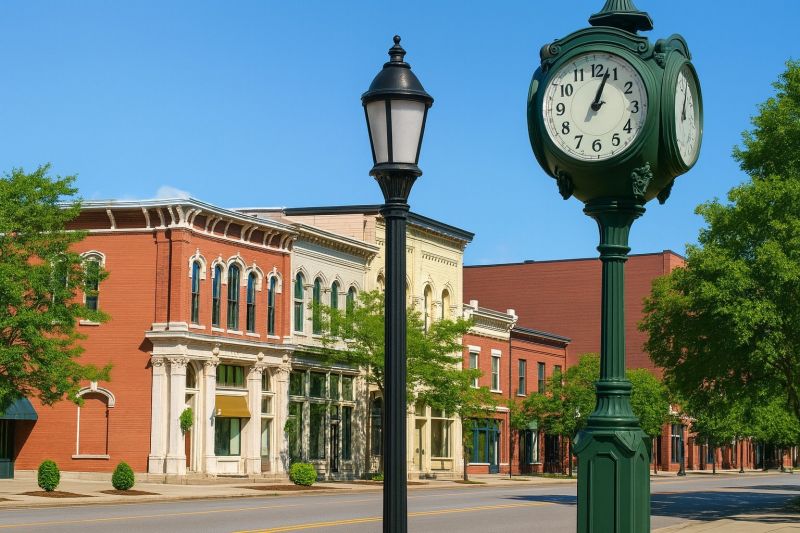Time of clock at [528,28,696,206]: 1:03
